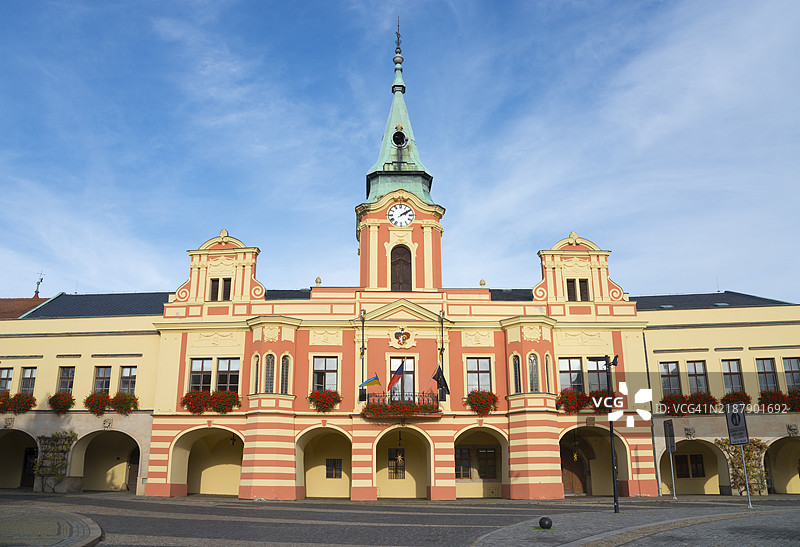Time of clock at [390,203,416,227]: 2:09
